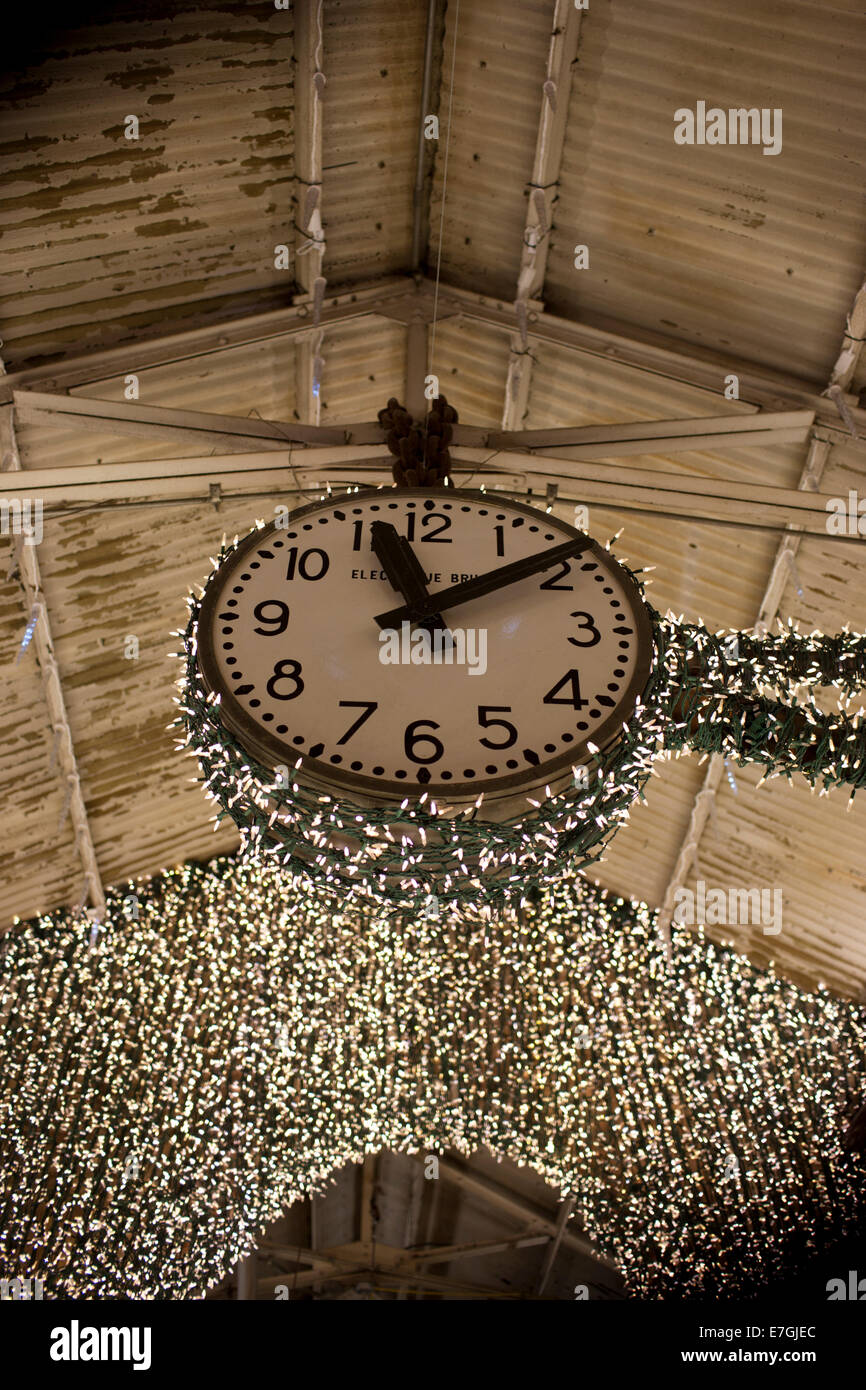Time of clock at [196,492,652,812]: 11:09
